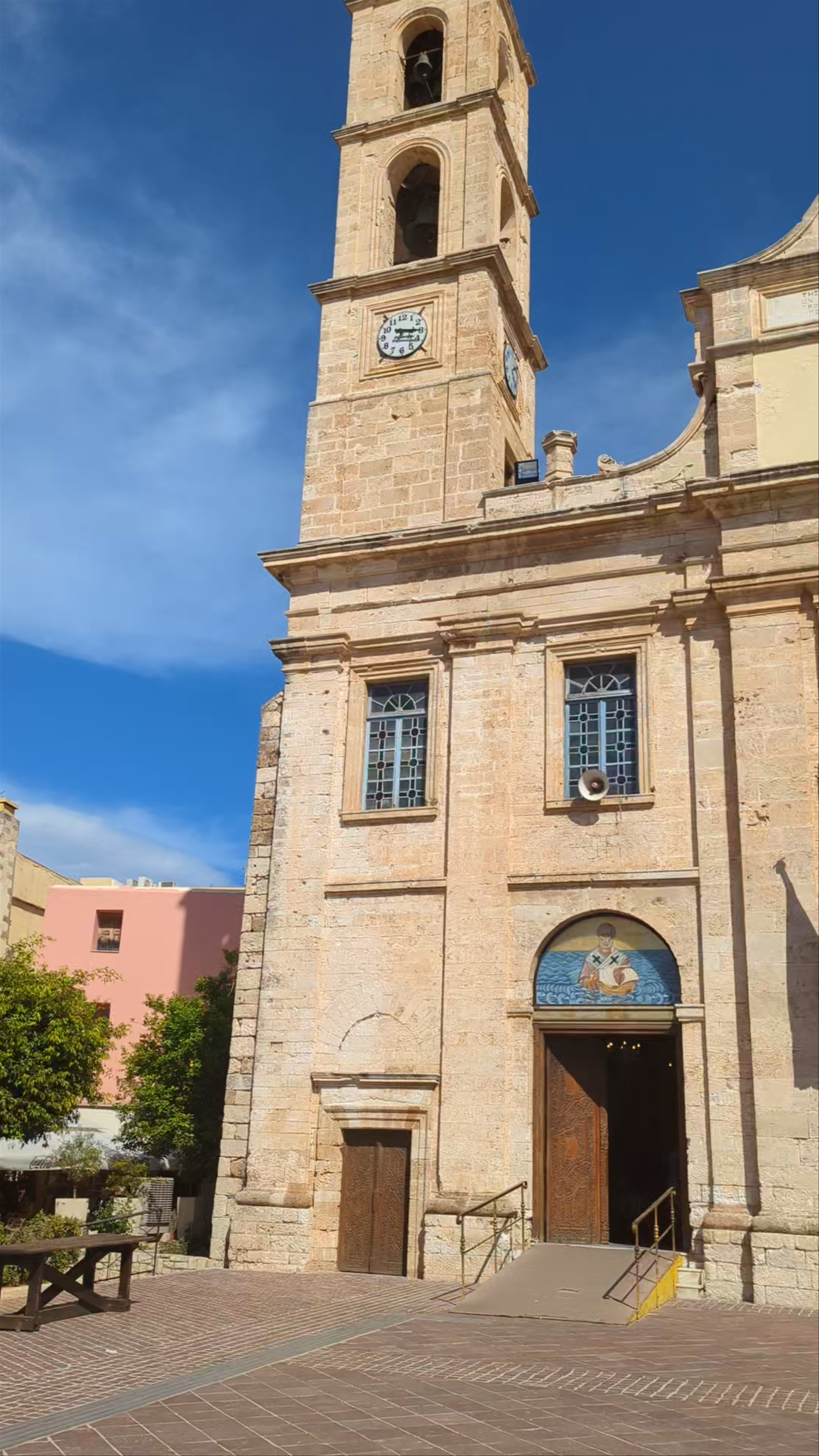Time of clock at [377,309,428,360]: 3:15
